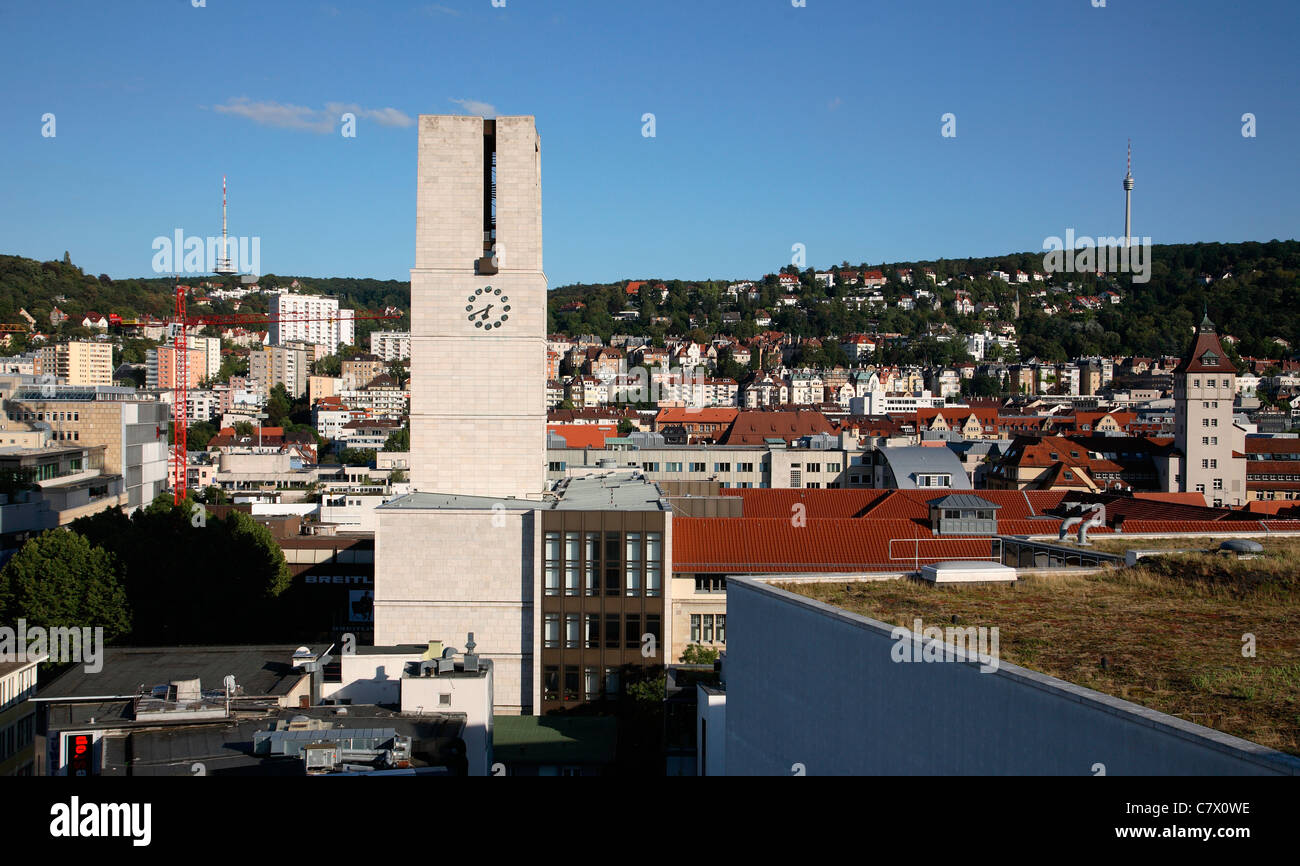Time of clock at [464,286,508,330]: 6:41
